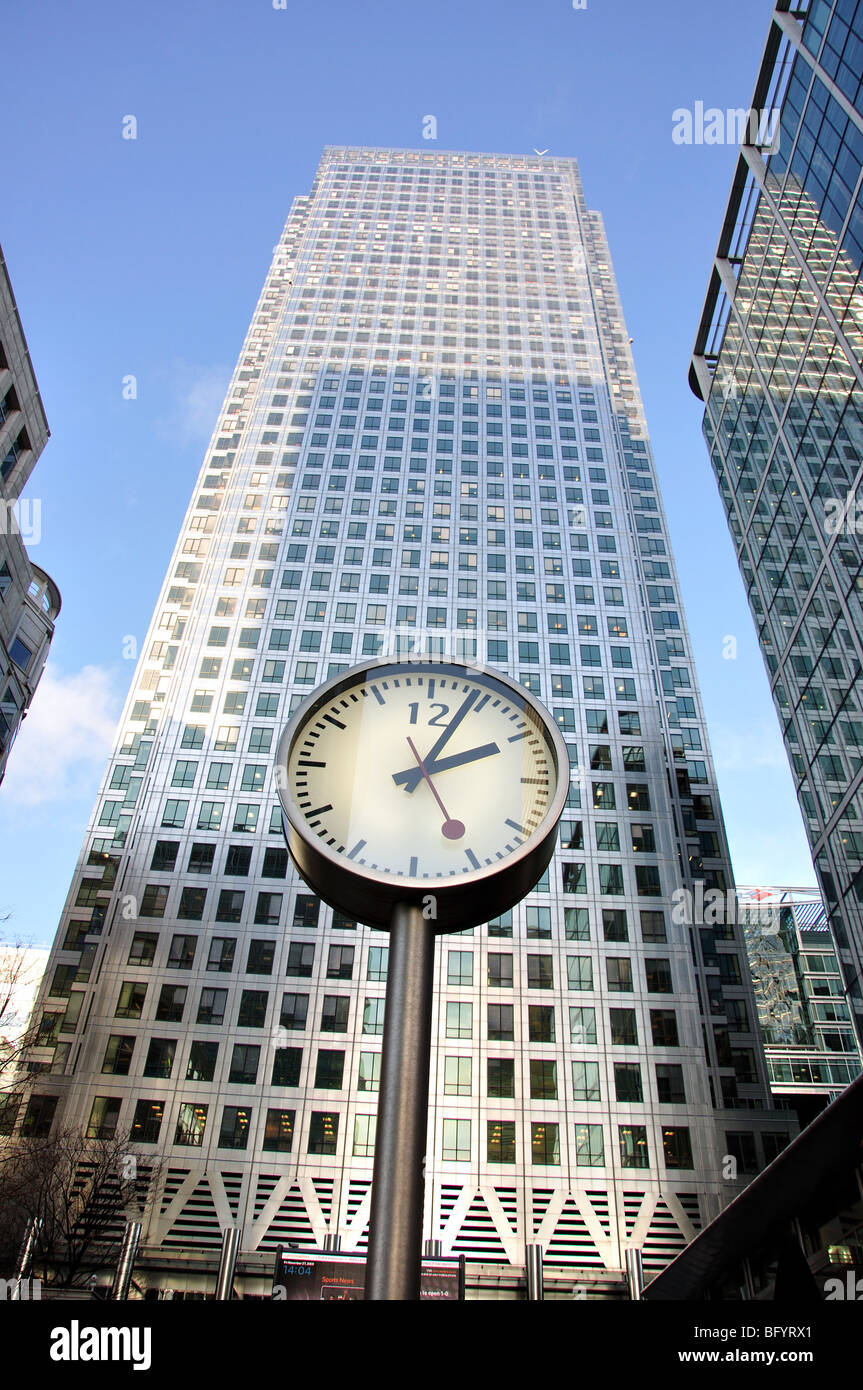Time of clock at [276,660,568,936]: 2:04
